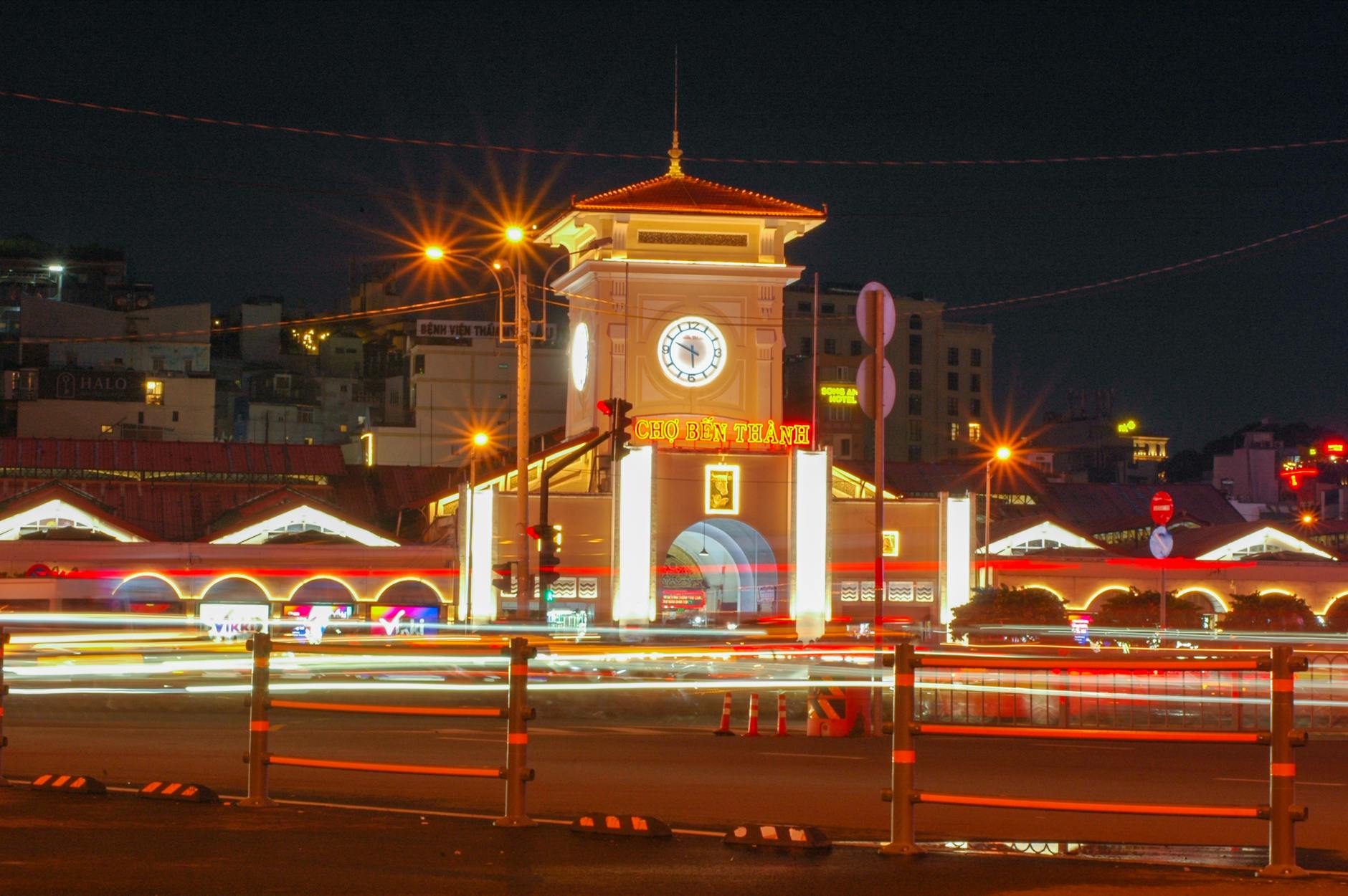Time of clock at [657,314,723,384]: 5:49
